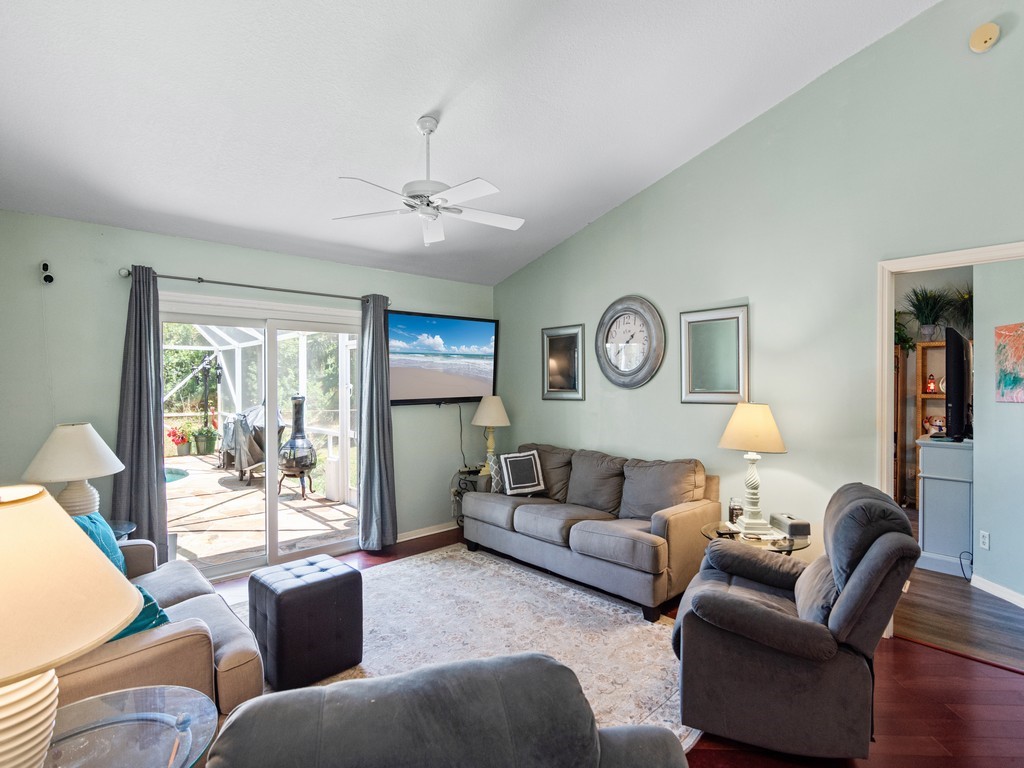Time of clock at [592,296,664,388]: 1:39
